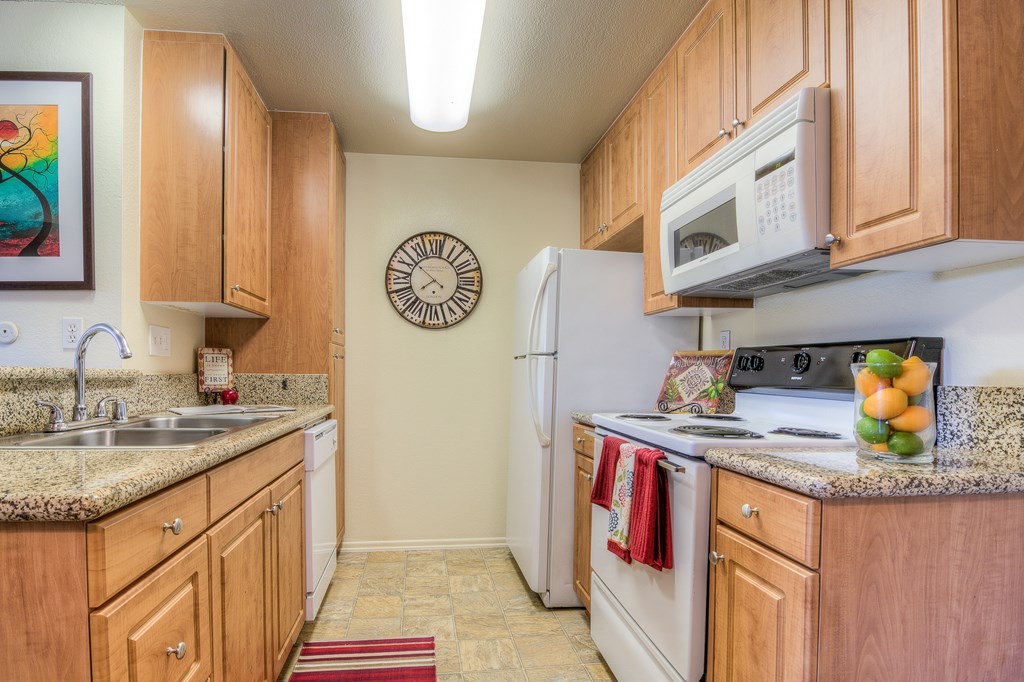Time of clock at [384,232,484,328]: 7:51
